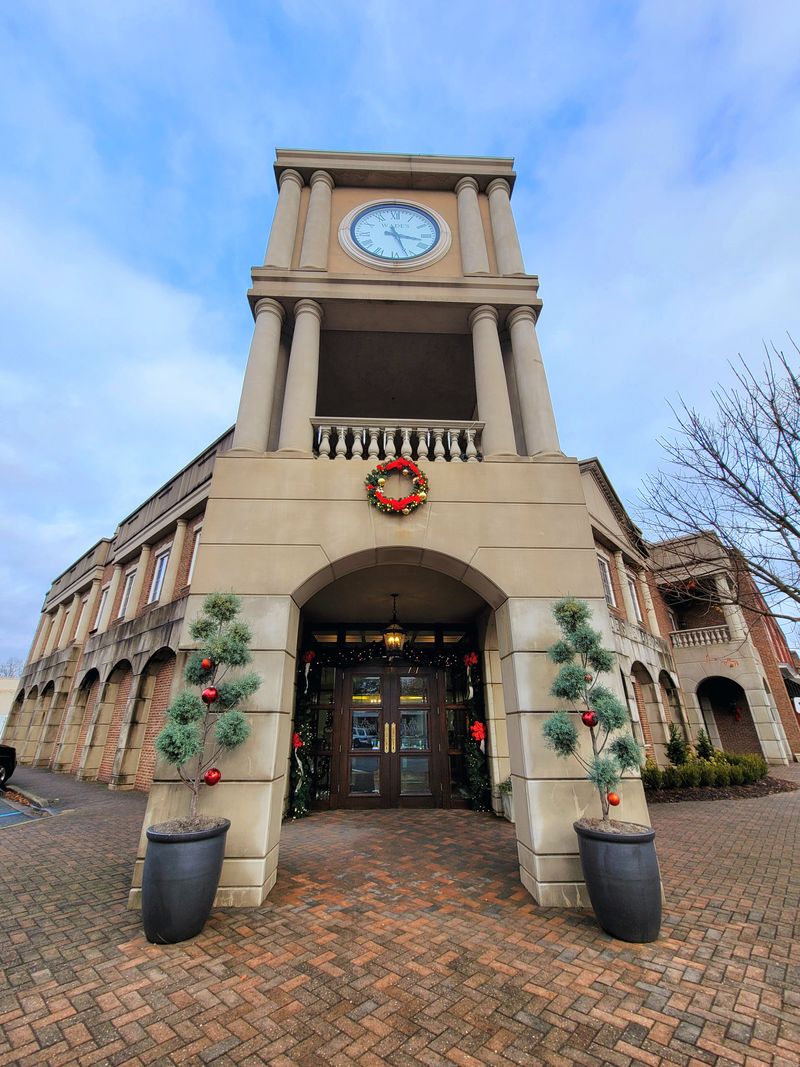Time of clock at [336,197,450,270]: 3:26
